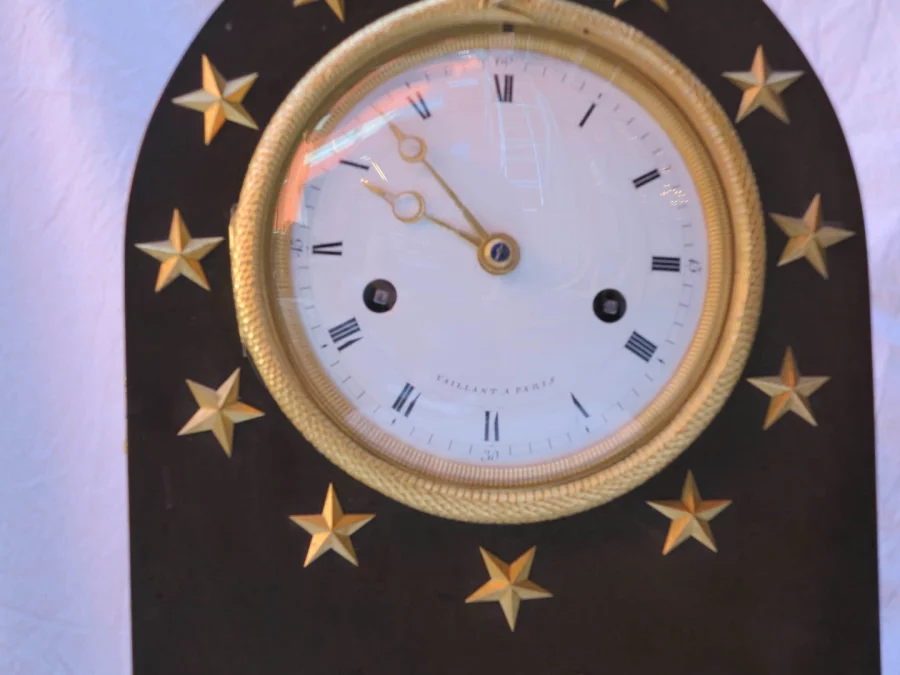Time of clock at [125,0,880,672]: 9:53
